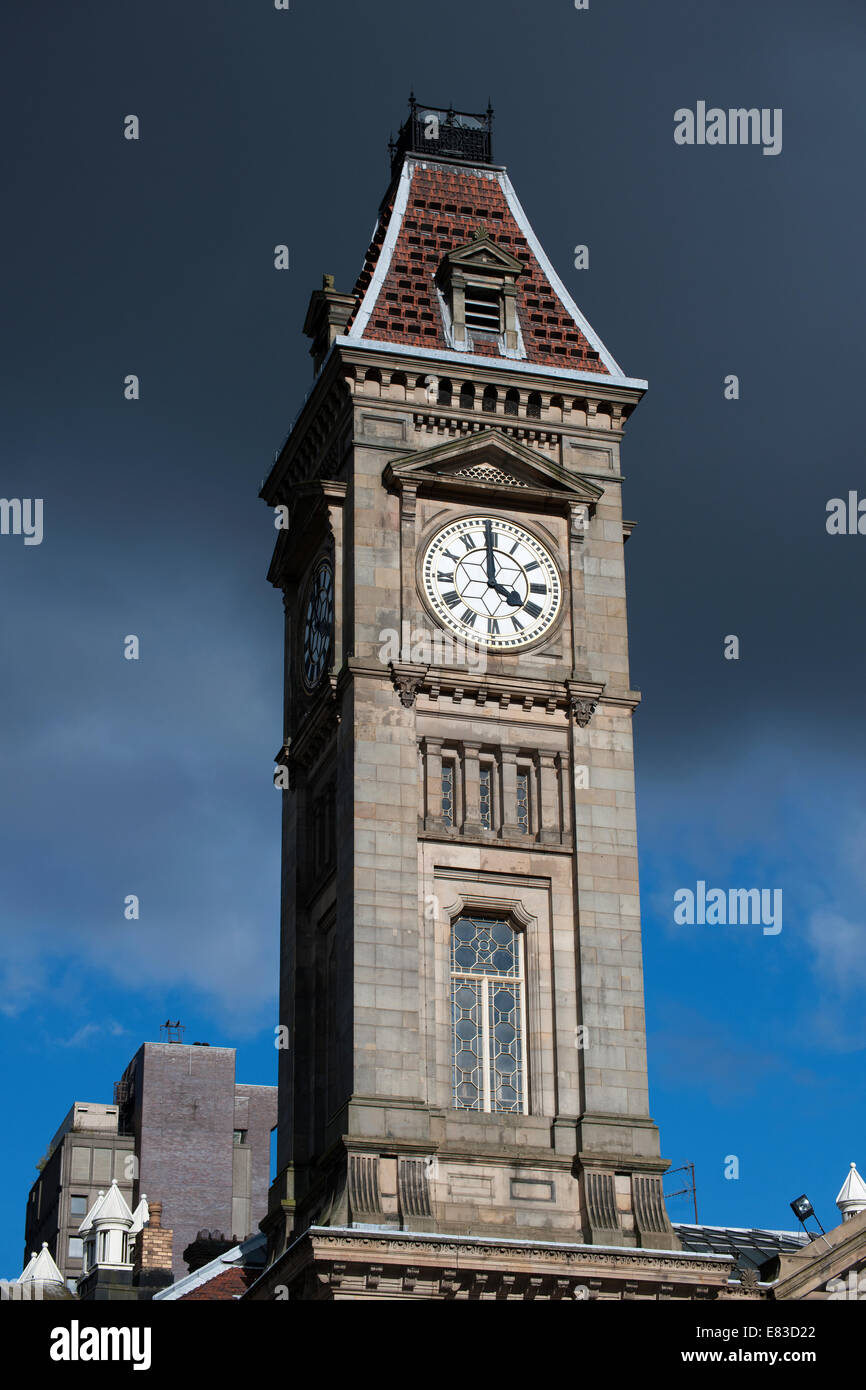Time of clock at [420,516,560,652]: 3:59
